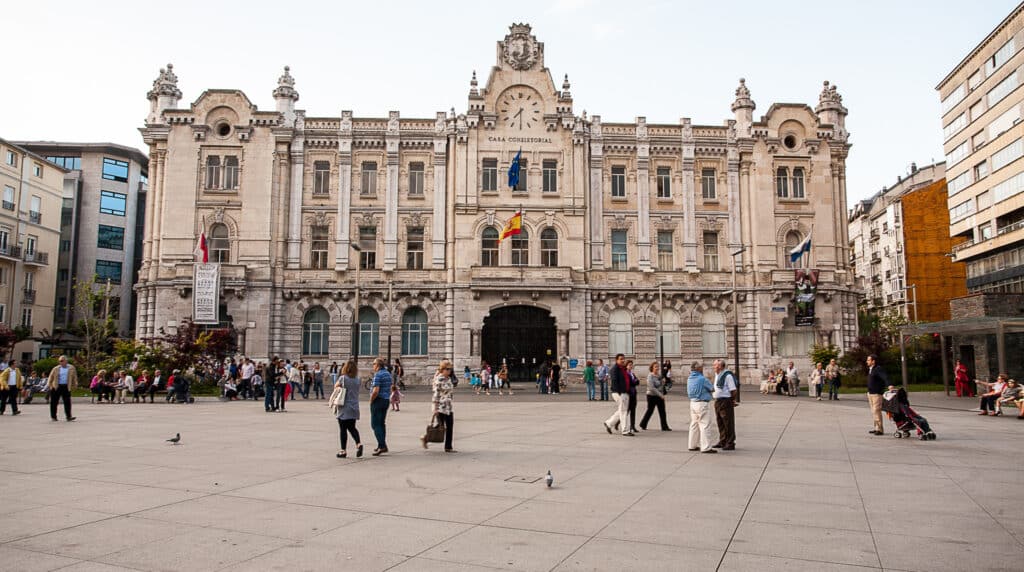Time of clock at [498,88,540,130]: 7:30
